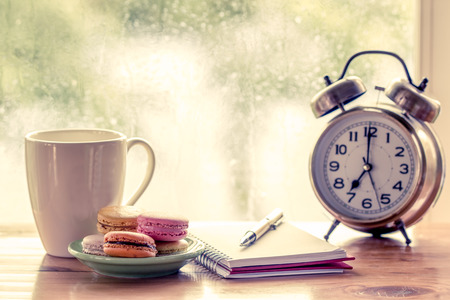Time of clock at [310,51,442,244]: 7:00
